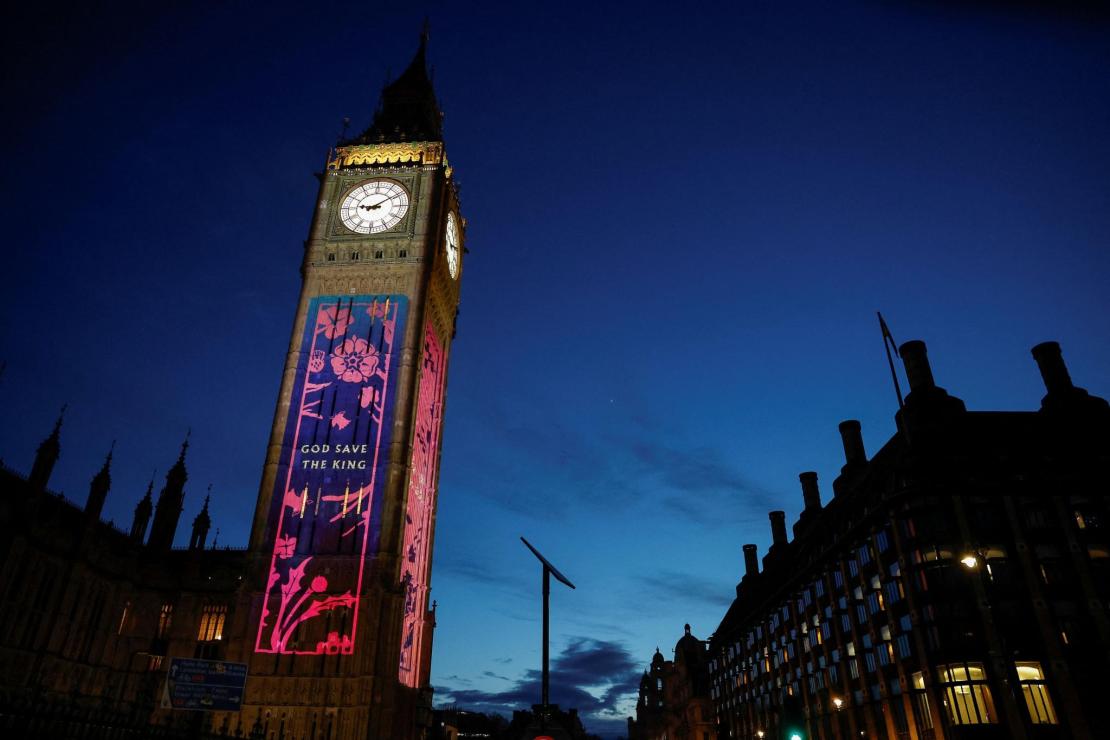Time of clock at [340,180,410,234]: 9:09
